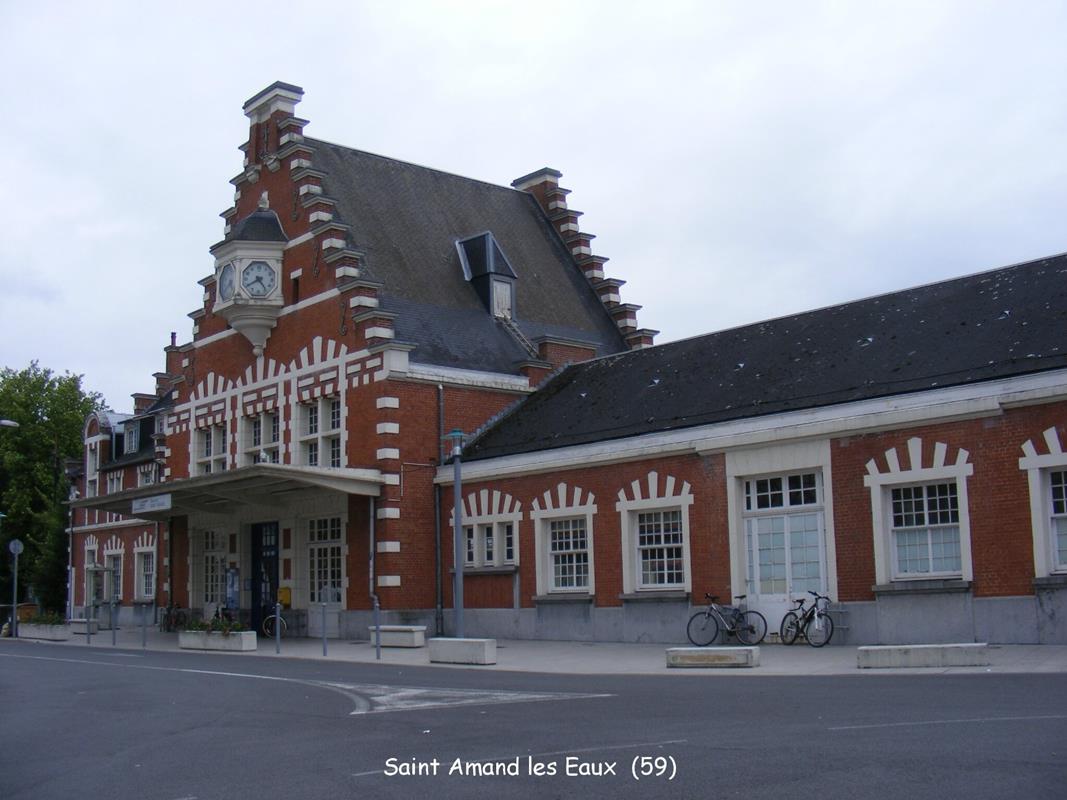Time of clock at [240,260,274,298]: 4:40
